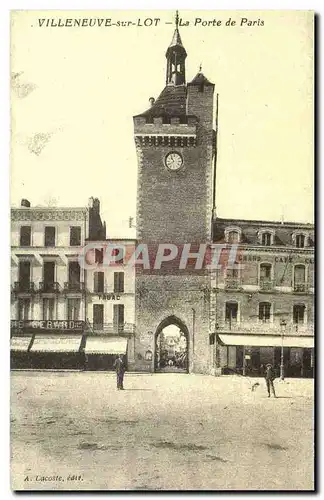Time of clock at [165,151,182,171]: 10:40
